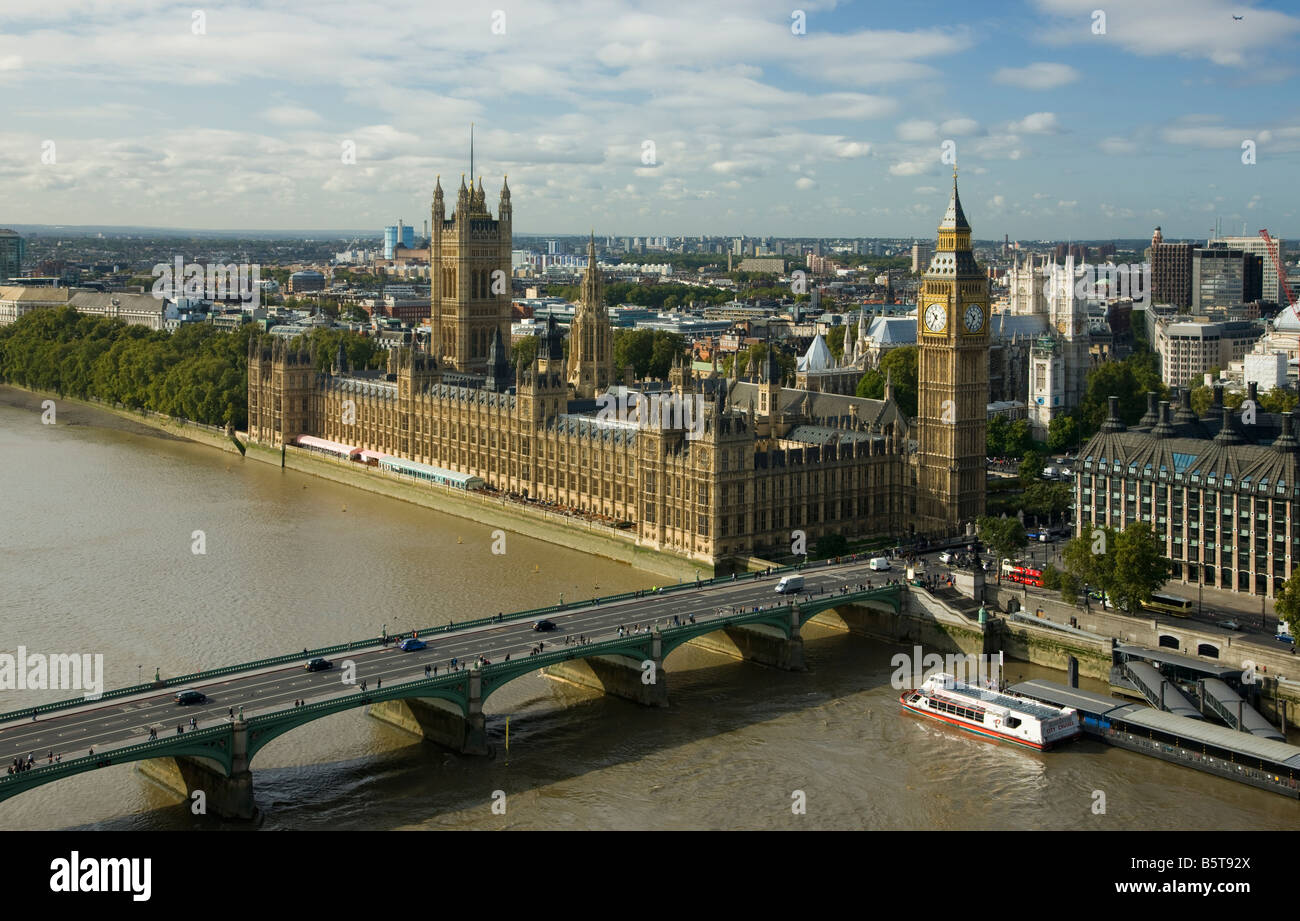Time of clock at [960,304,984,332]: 10:34
